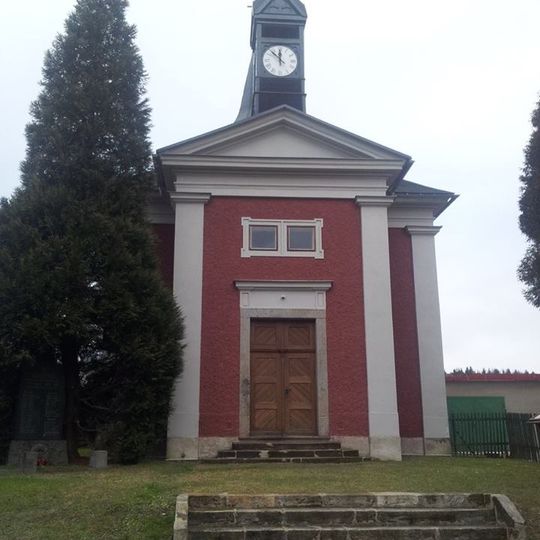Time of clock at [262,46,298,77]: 11:52
